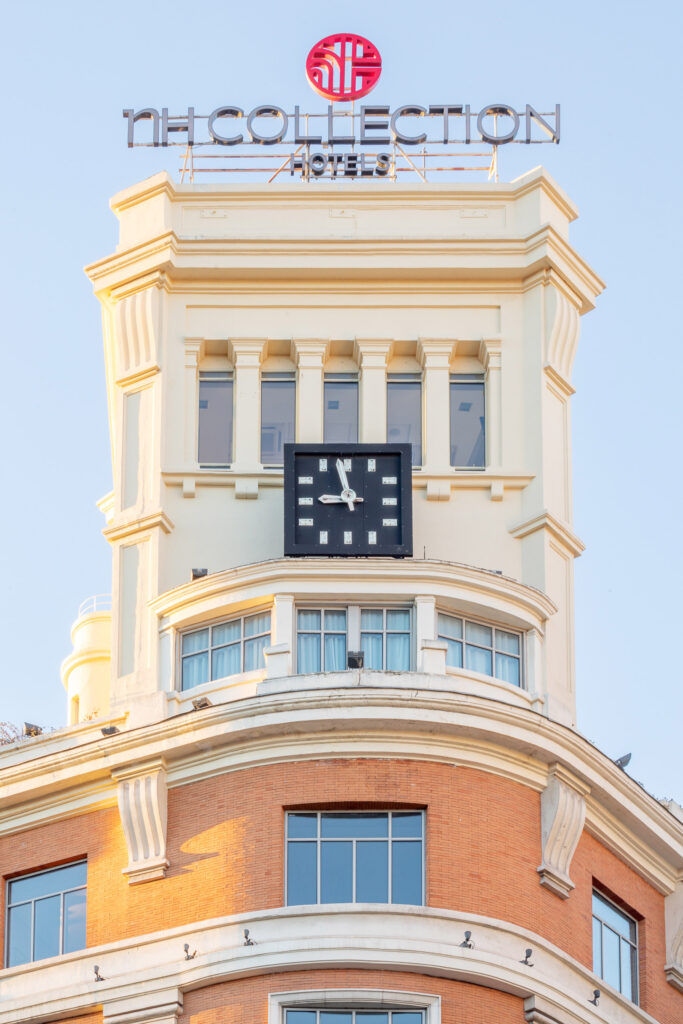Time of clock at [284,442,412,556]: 8:57
